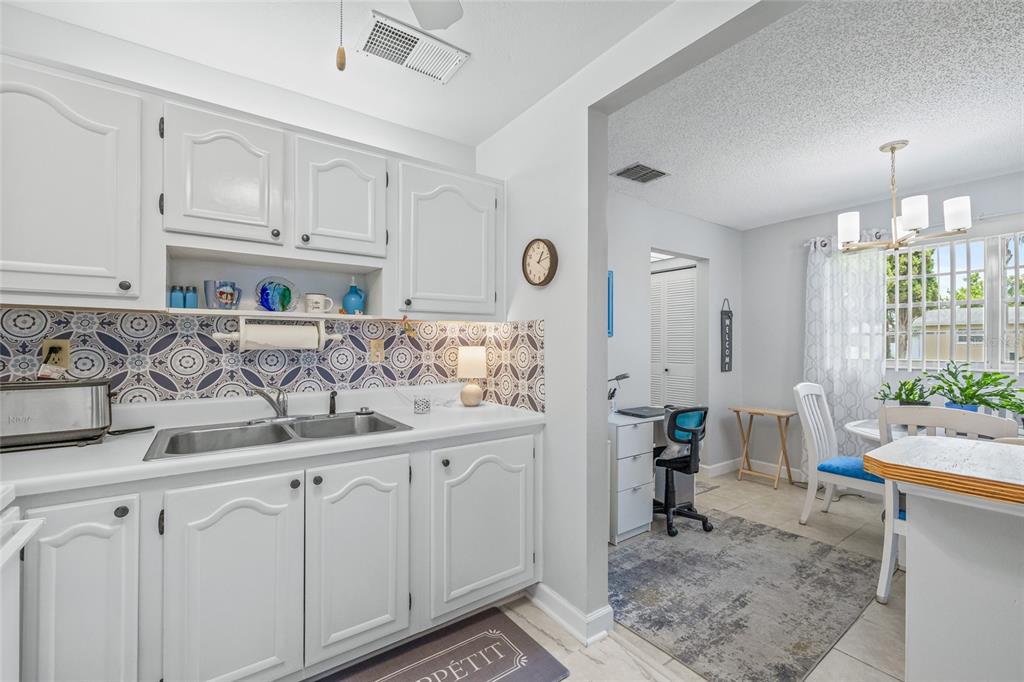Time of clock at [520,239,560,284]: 1:12
